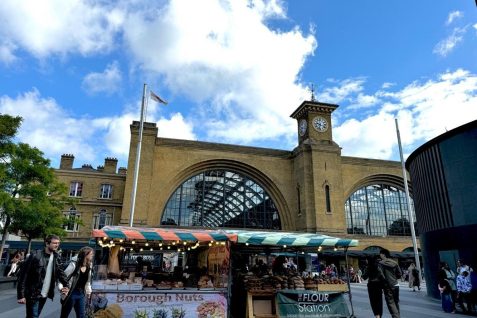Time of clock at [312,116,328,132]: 9:33
